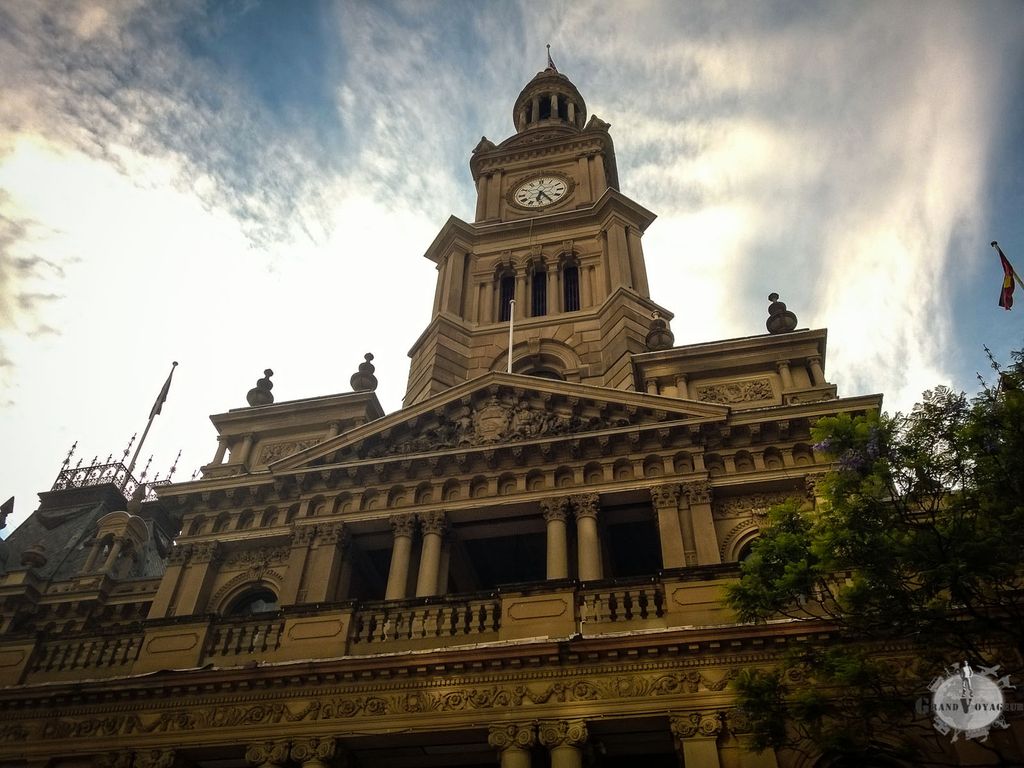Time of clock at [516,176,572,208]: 6:24
